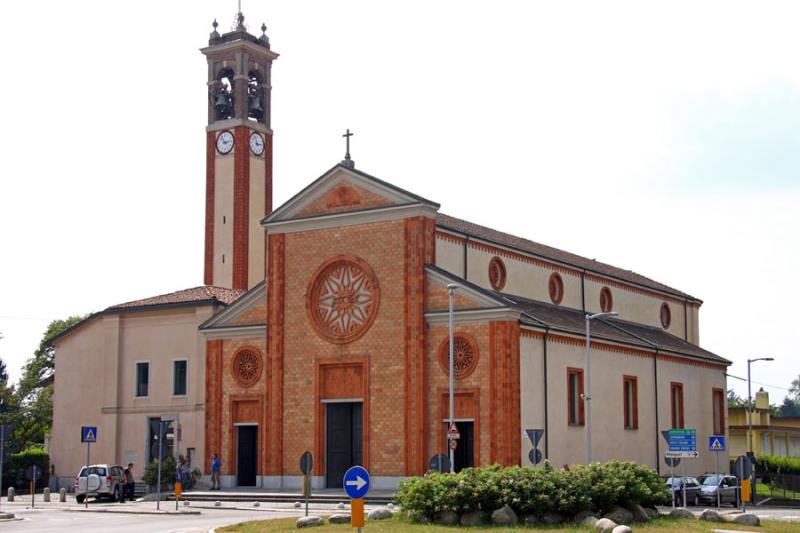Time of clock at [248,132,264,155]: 11:13
